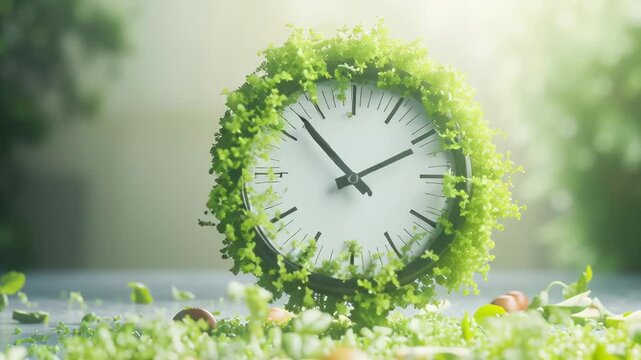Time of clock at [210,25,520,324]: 1:53
